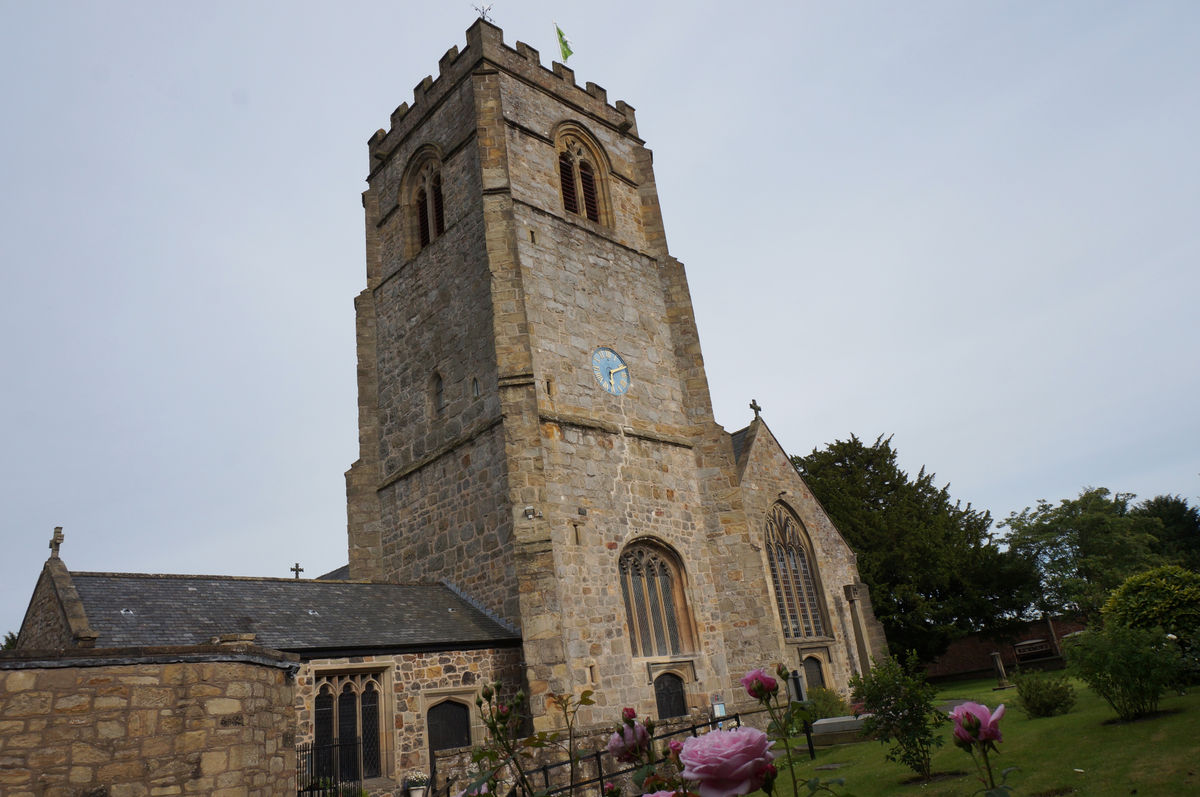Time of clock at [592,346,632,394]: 6:11
